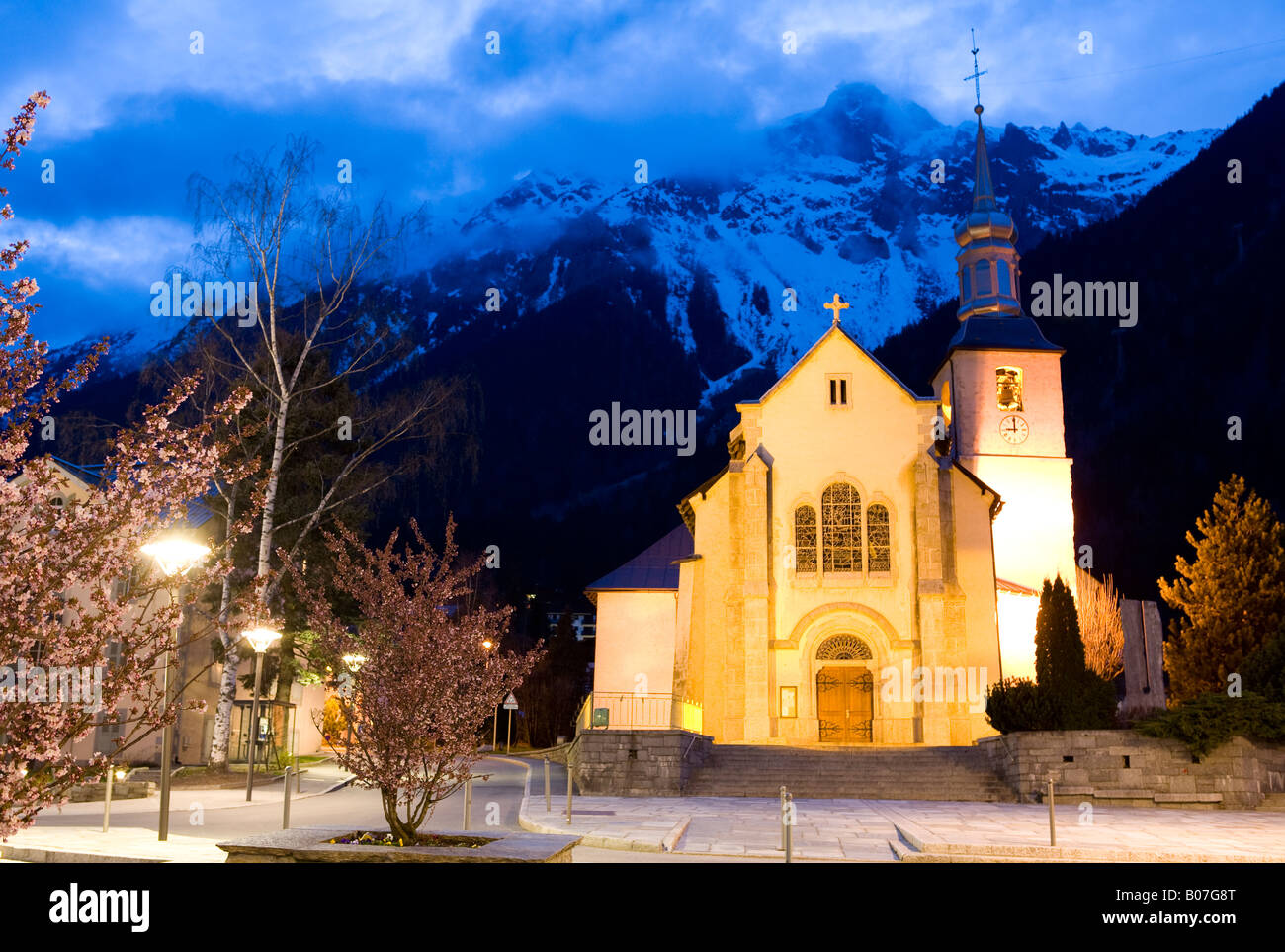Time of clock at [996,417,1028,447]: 9:00
